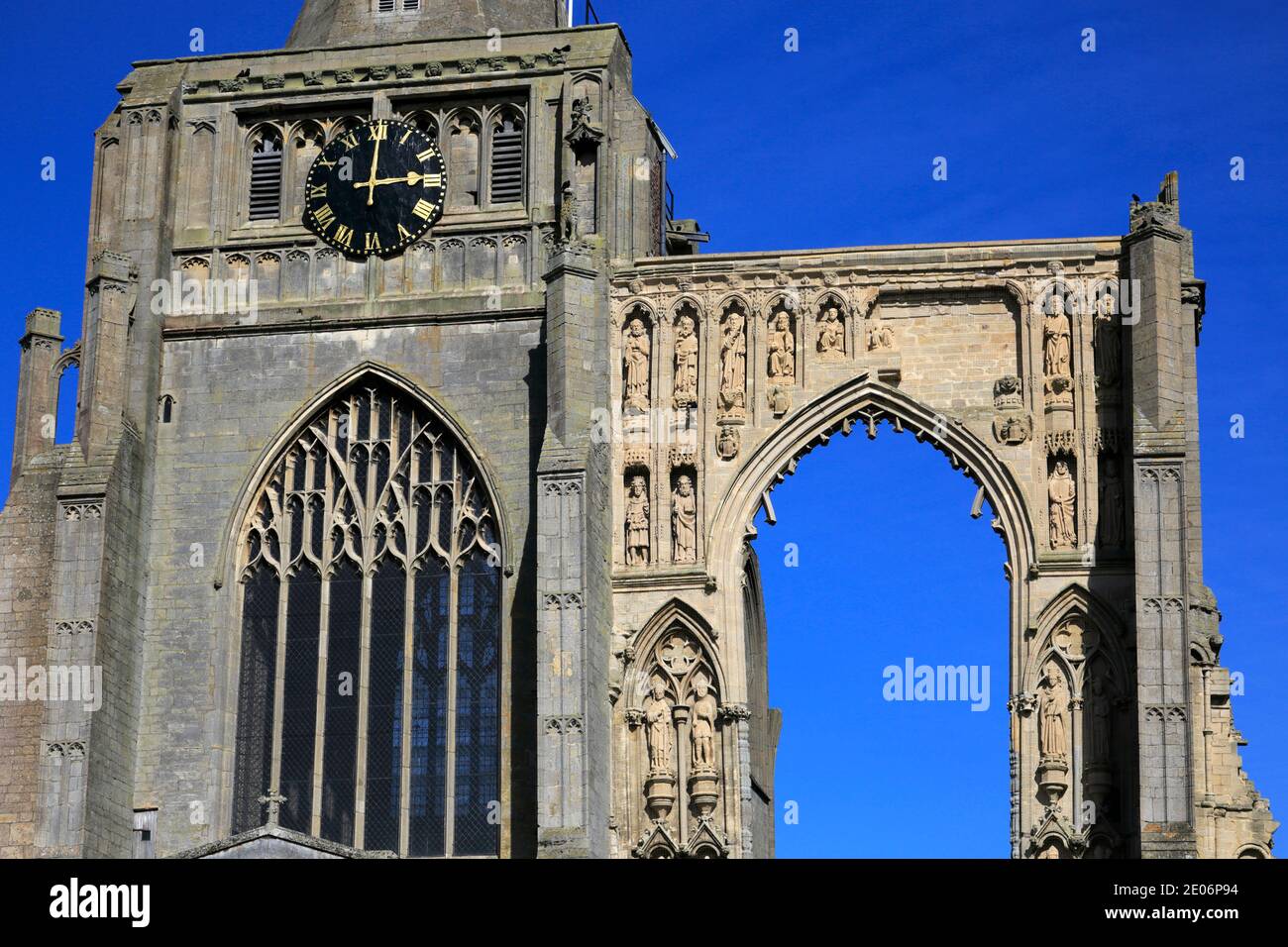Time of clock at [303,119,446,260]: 3:00
